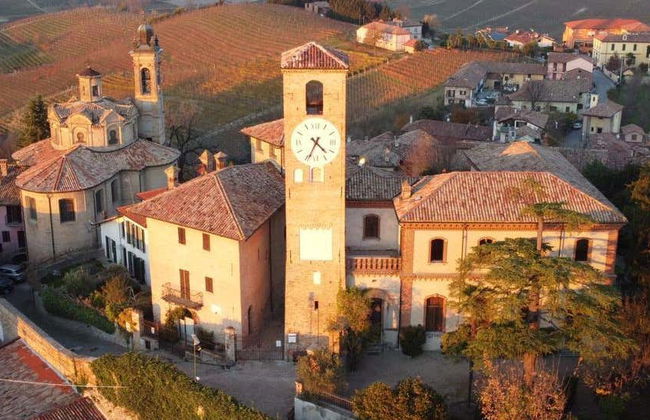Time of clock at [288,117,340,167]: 4:34
